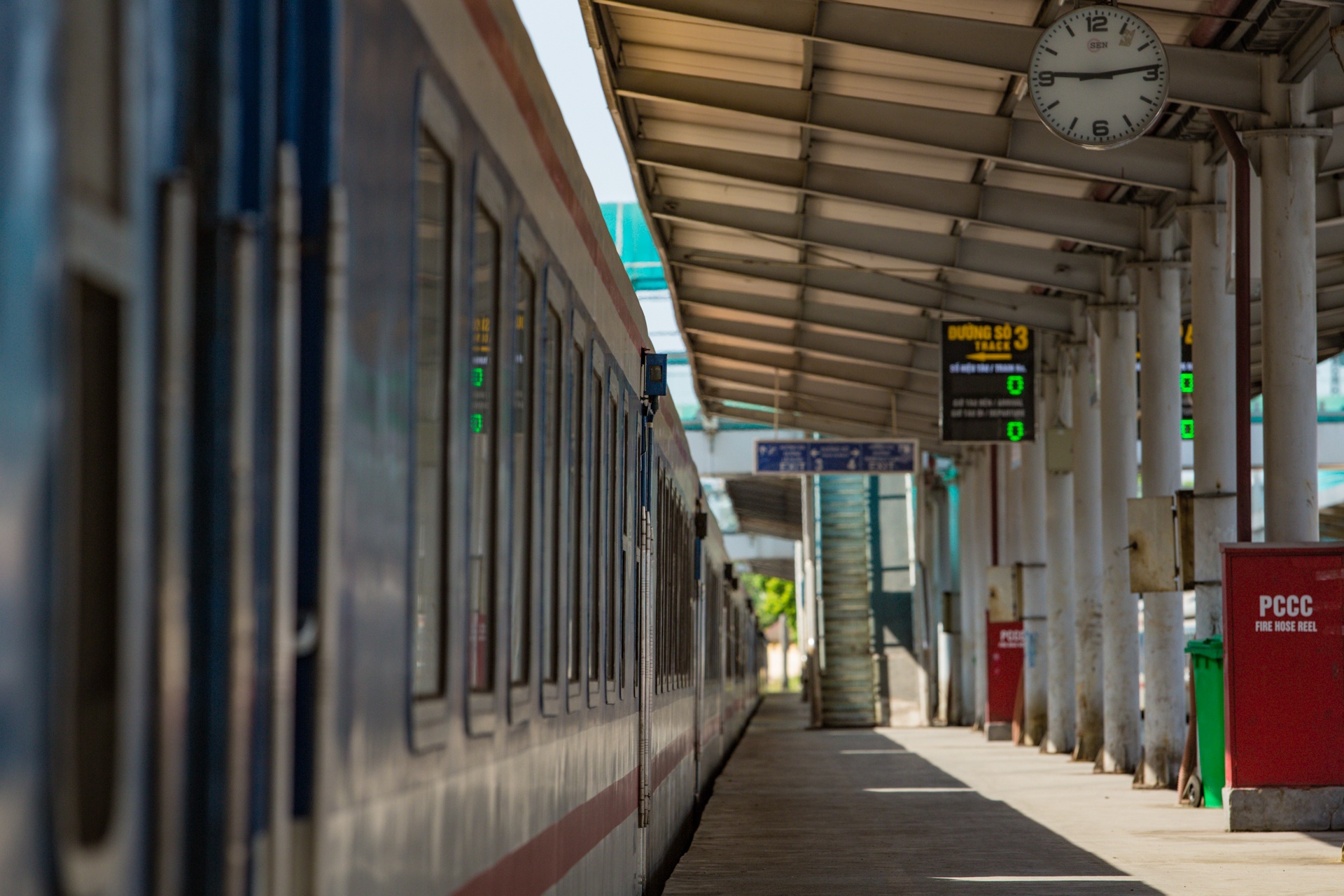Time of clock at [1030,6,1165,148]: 9:13
